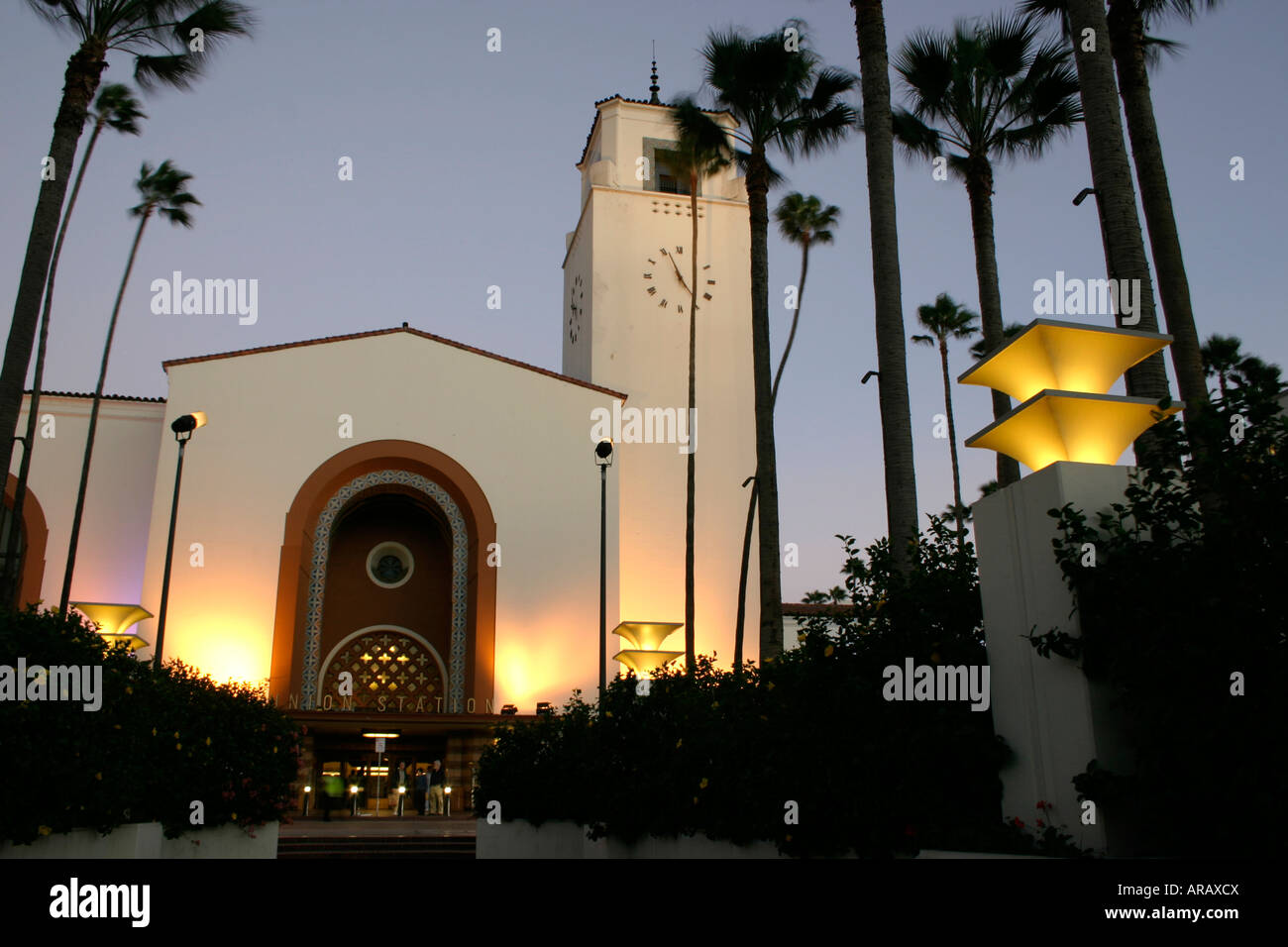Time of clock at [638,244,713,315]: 4:56
